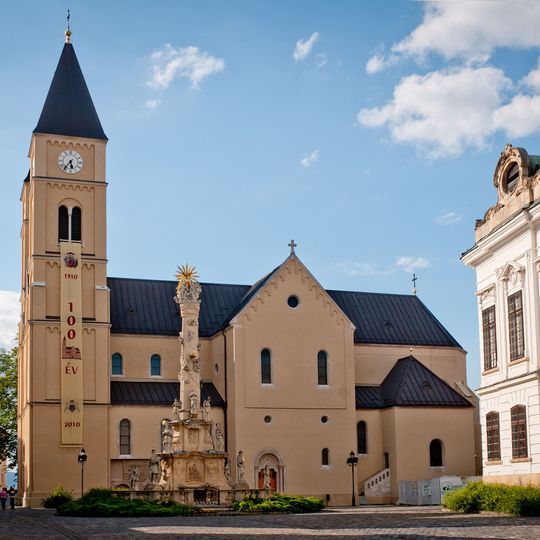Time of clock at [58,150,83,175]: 5:36
